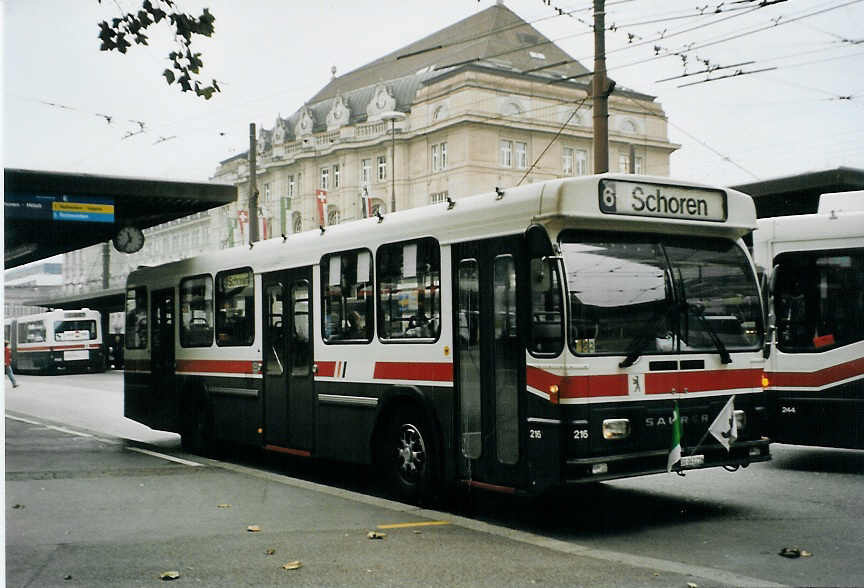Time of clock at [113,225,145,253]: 11:36
